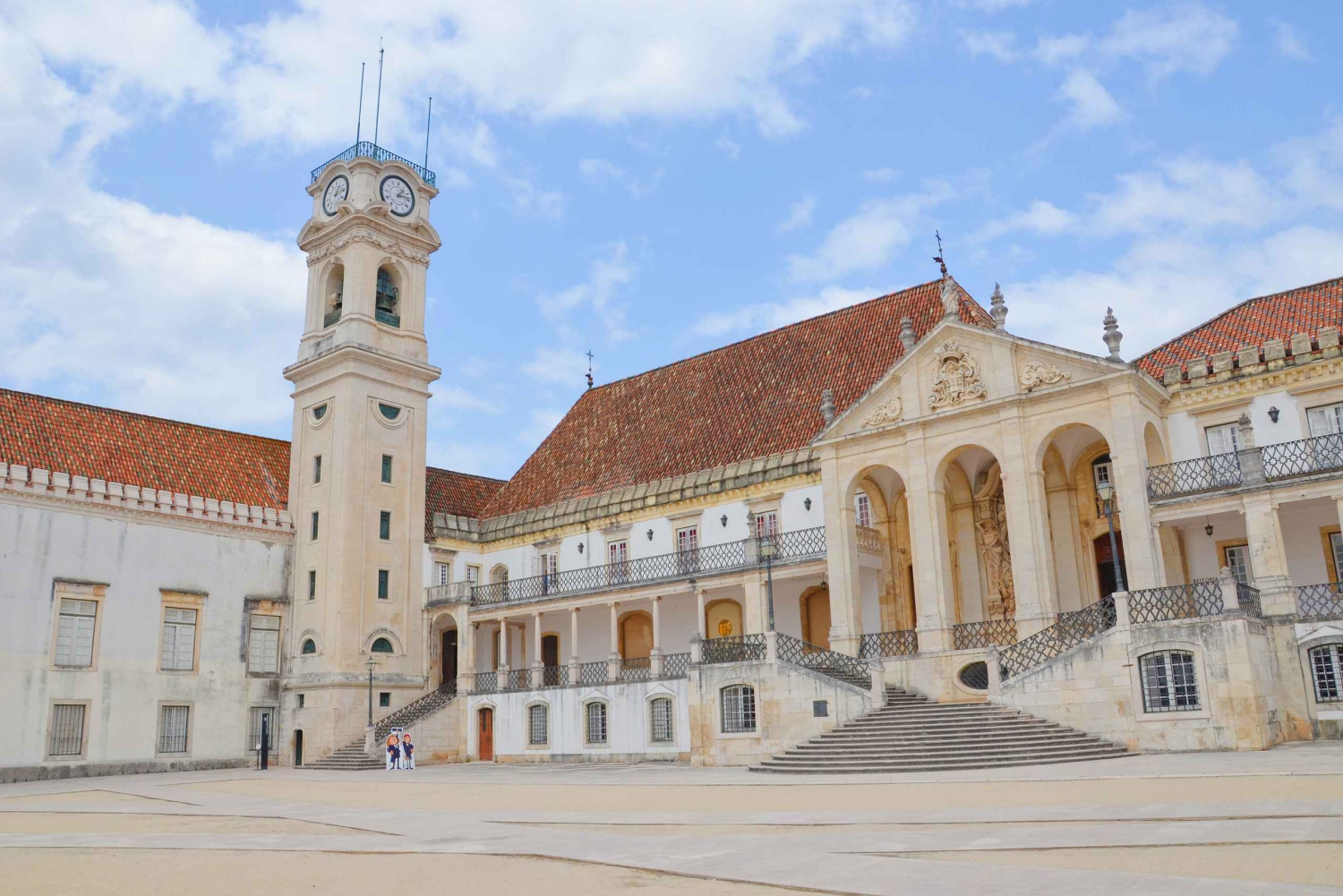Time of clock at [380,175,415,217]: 1:13
